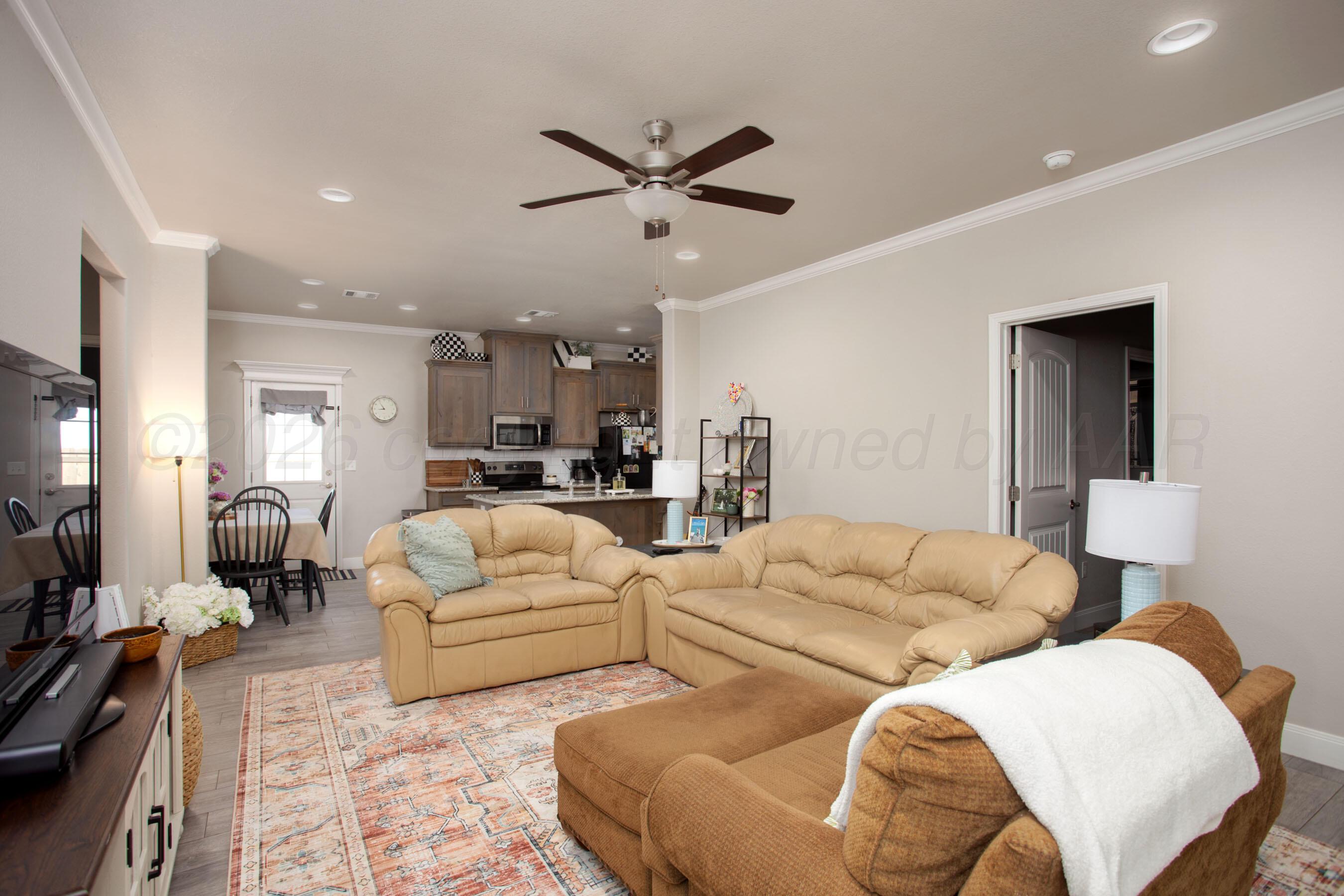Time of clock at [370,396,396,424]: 8:54
